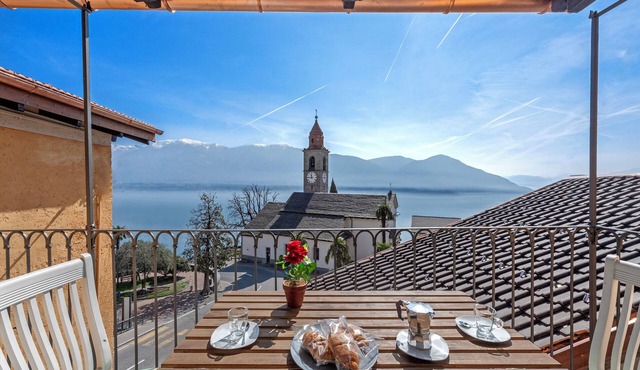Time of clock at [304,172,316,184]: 11:45
